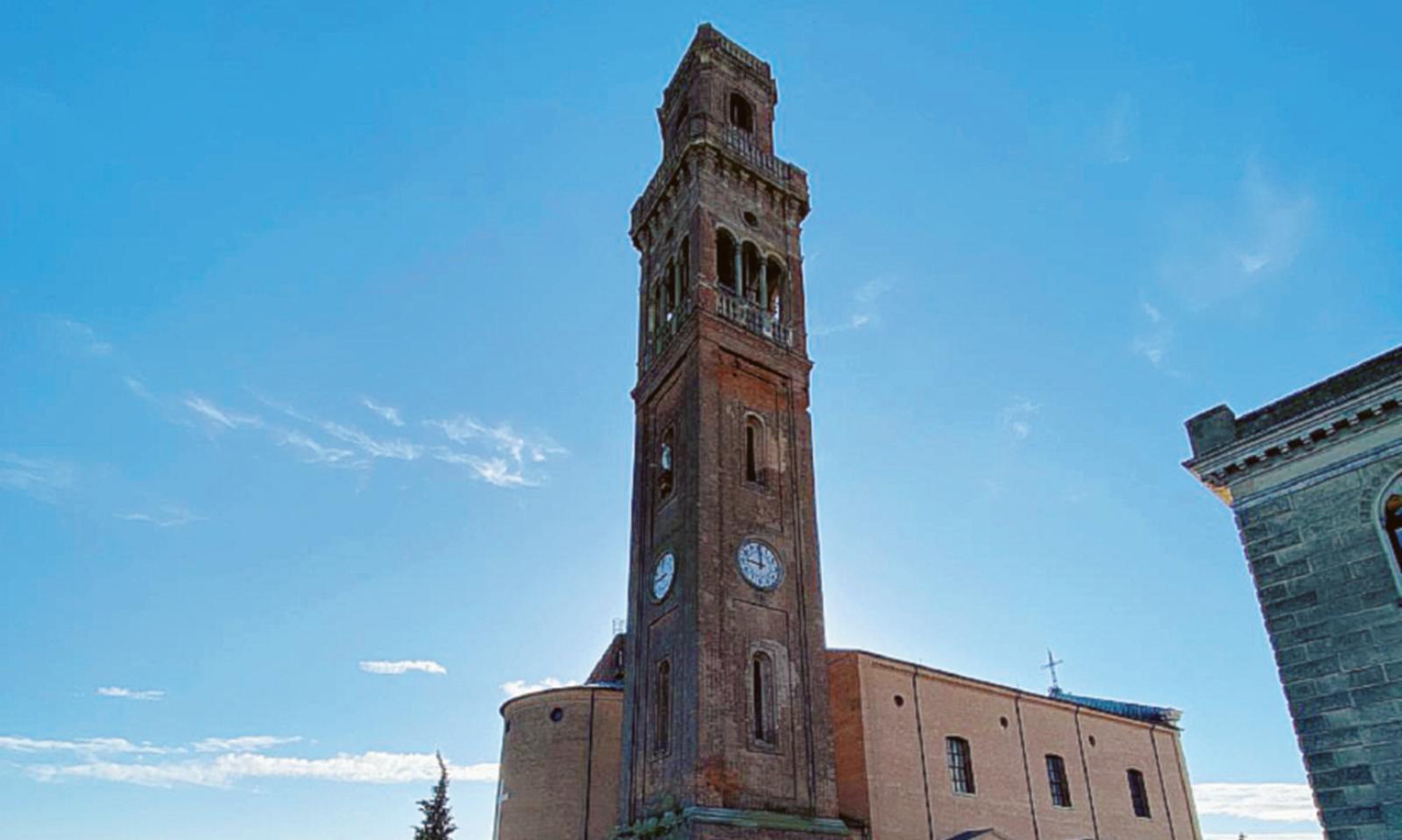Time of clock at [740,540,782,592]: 11:46
